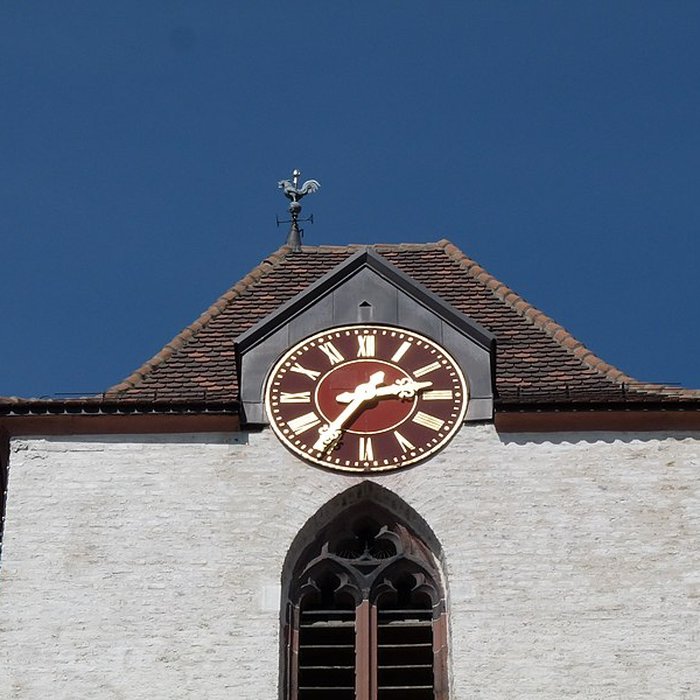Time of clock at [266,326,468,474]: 2:36
